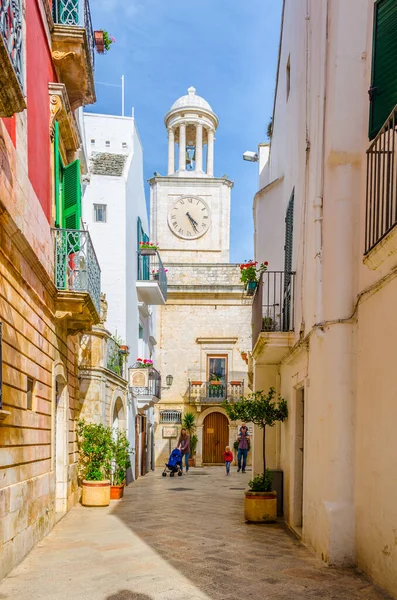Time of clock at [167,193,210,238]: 4:25
